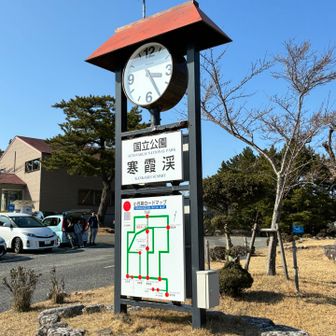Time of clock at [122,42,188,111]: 3:24
